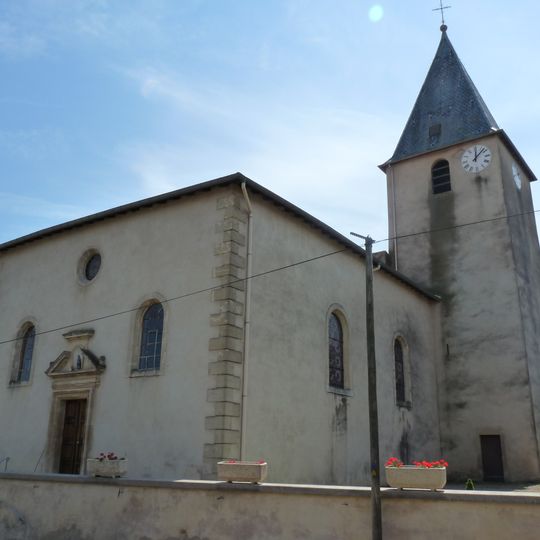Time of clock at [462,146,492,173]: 12:07
